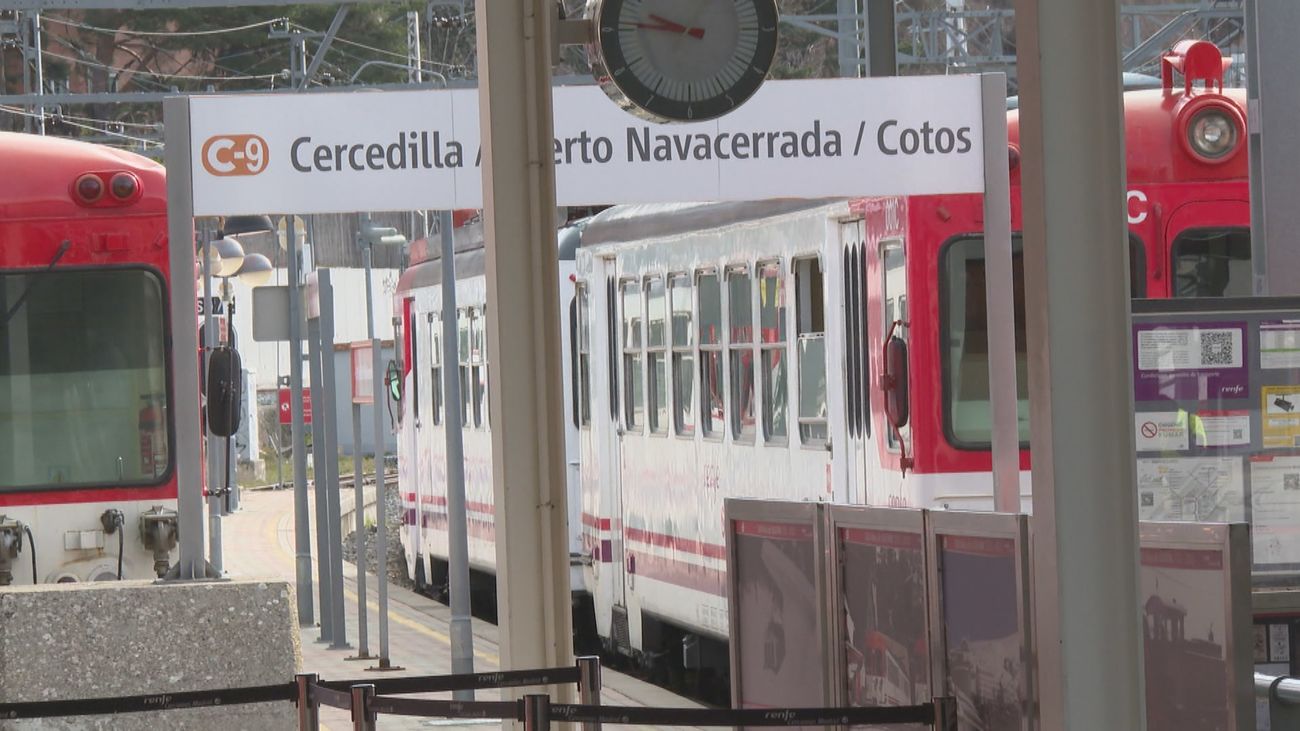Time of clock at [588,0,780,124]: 9:45
